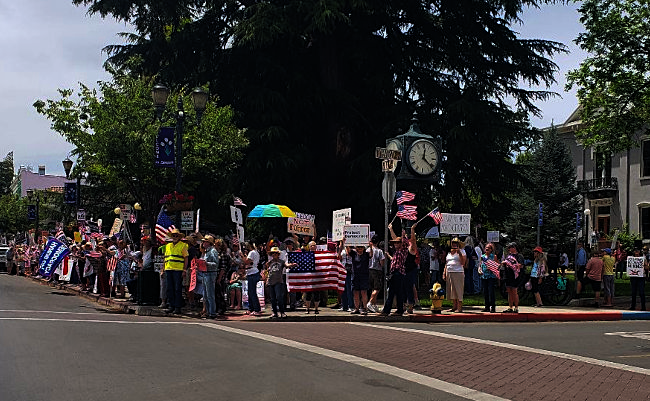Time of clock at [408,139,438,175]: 12:21
